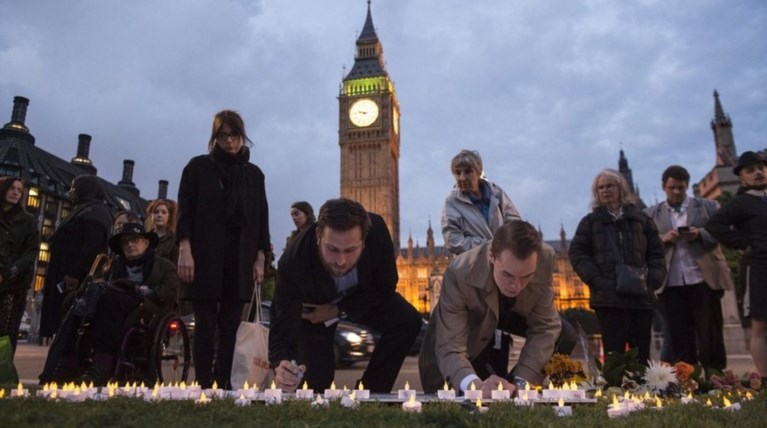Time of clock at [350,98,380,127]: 9:45
